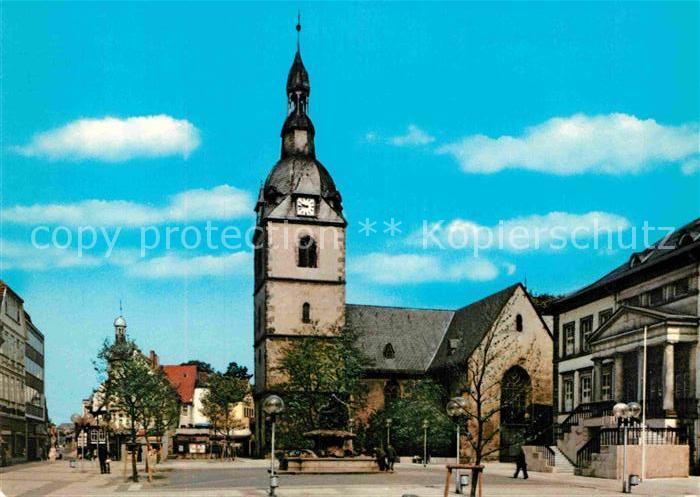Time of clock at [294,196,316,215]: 9:43
